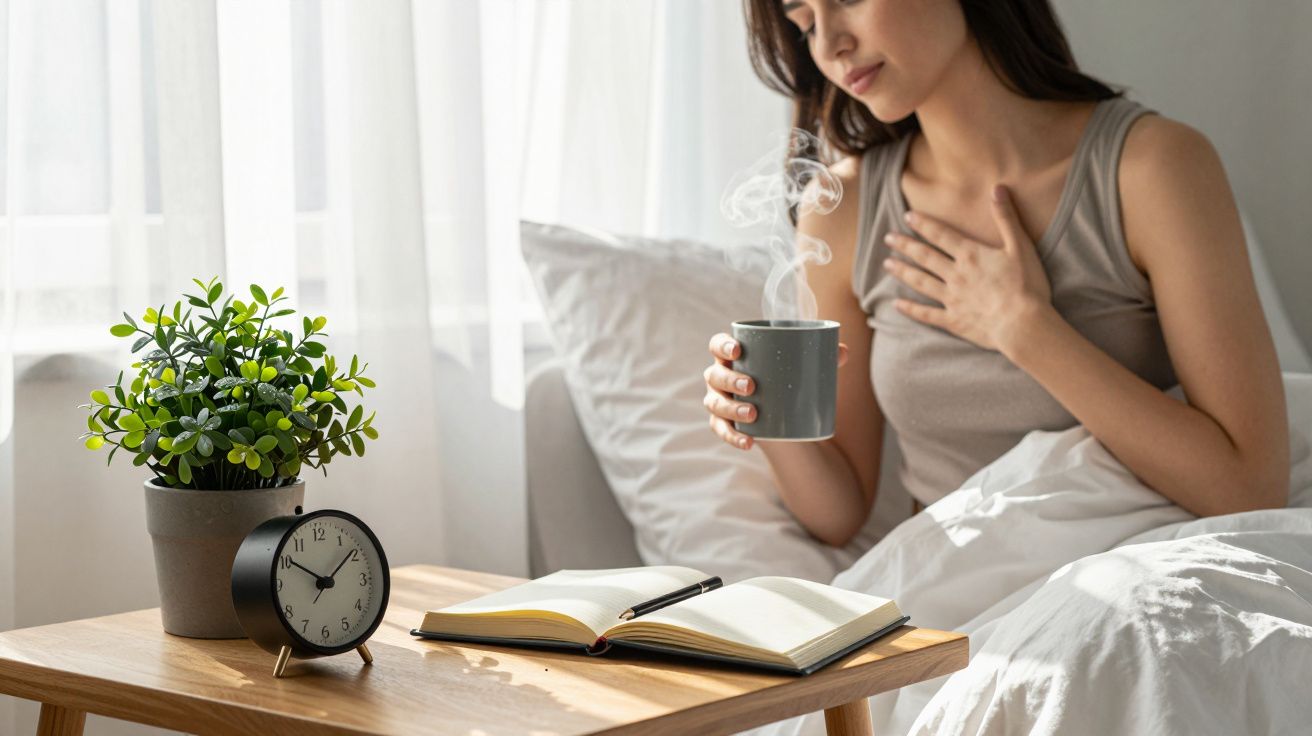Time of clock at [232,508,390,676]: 1:50
